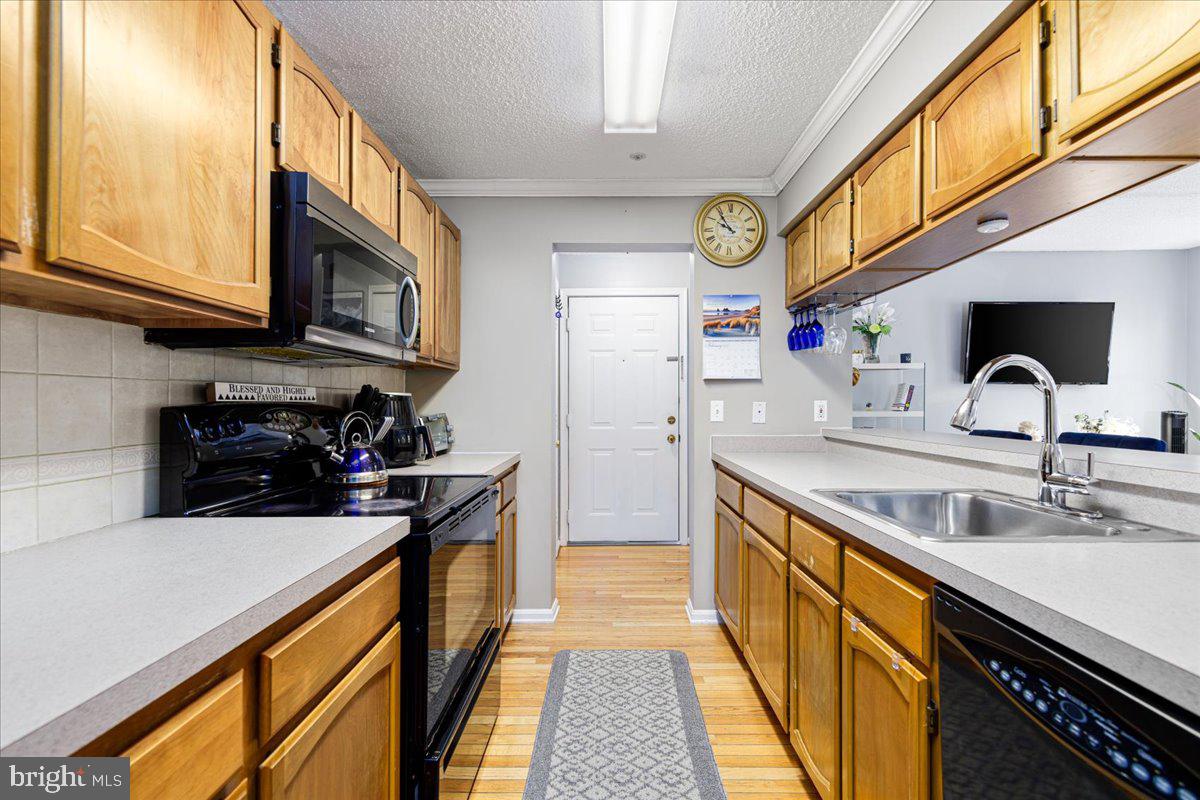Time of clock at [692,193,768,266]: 9:54
